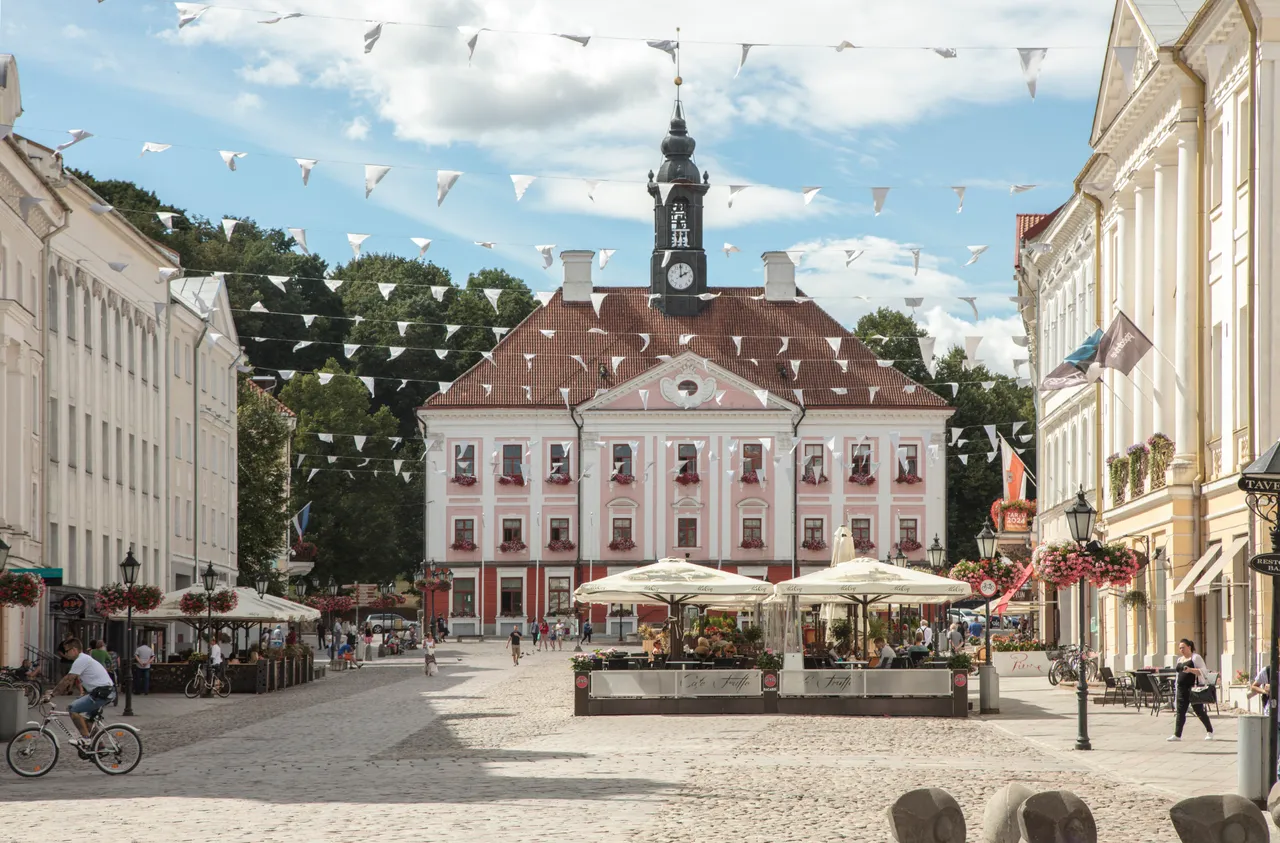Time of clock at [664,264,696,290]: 1:59
